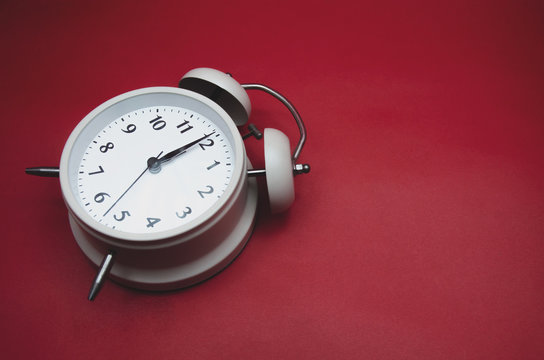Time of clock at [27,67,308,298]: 2:09
